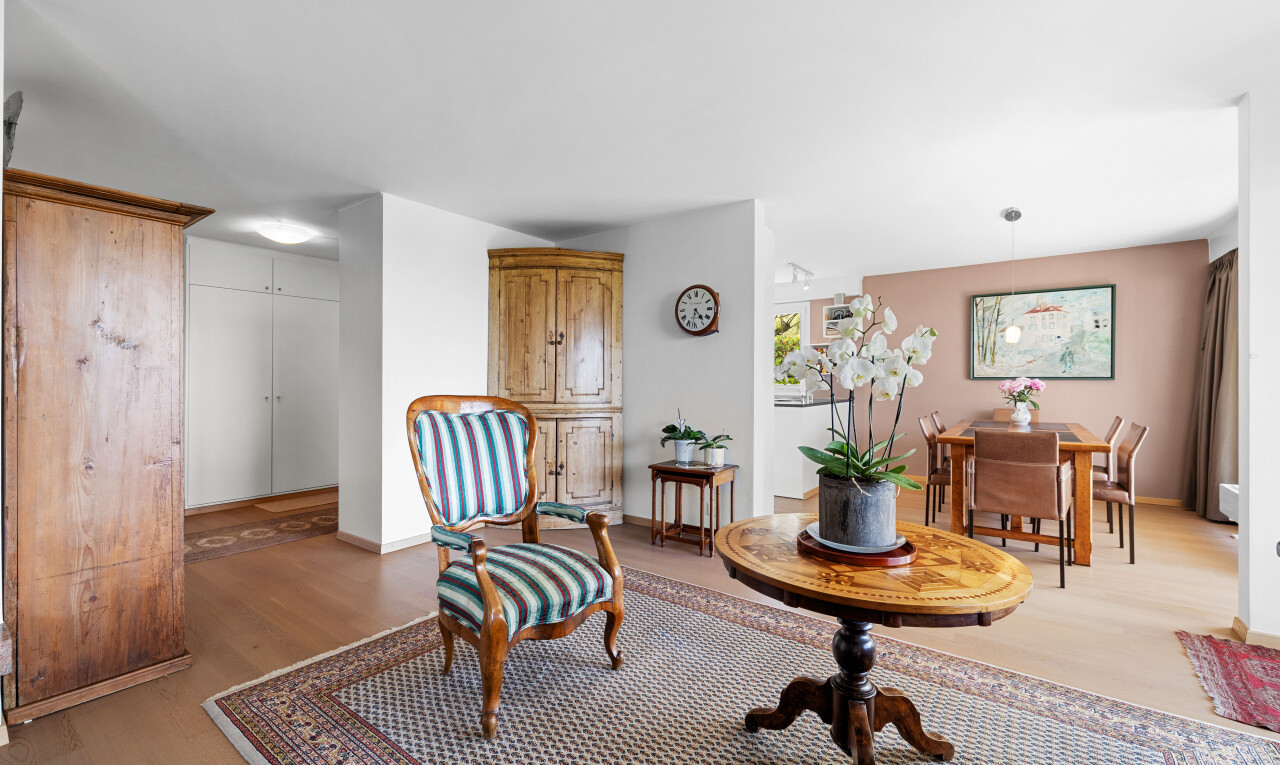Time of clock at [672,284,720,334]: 4:31
